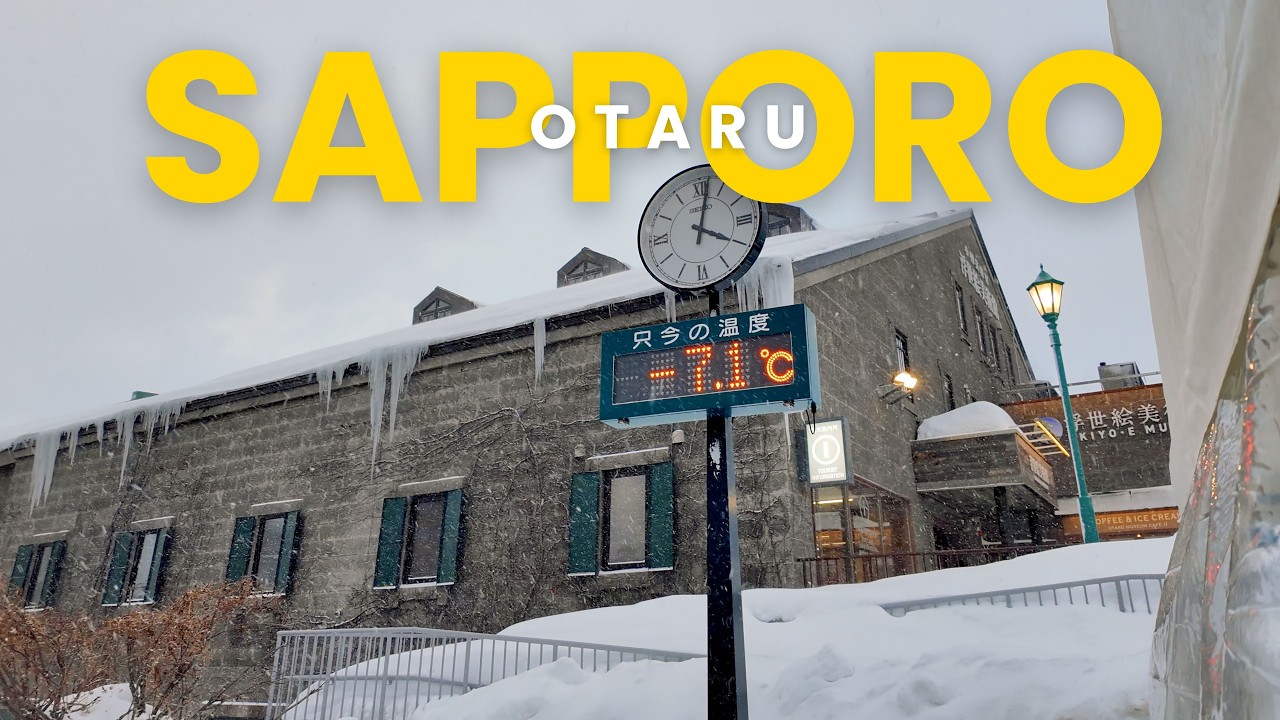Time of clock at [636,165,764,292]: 4:02
